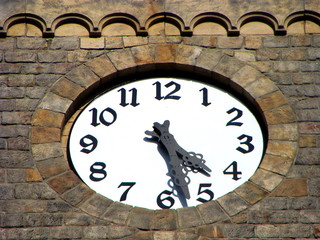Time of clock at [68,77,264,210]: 4:27
